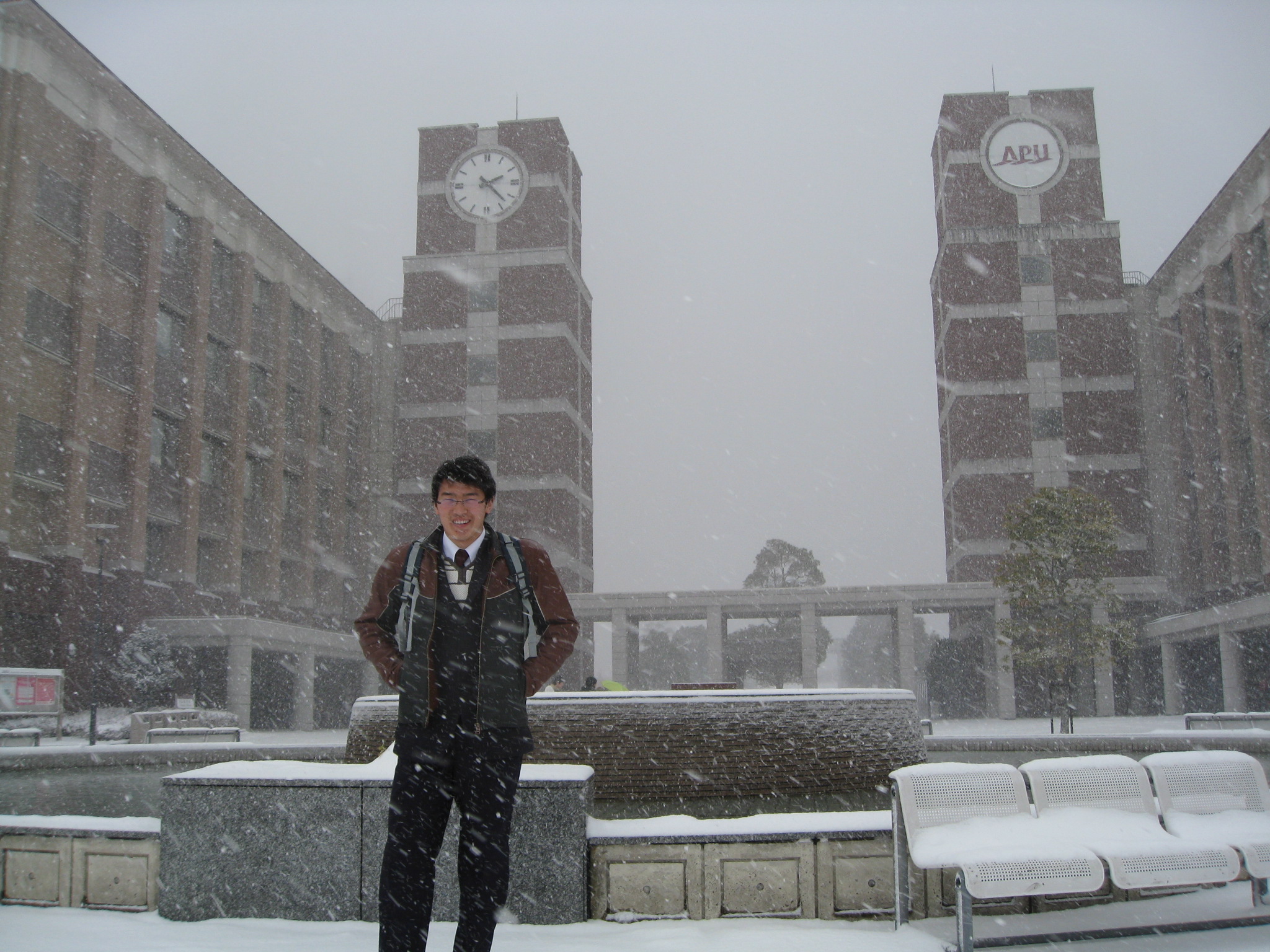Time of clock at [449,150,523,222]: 2:22
